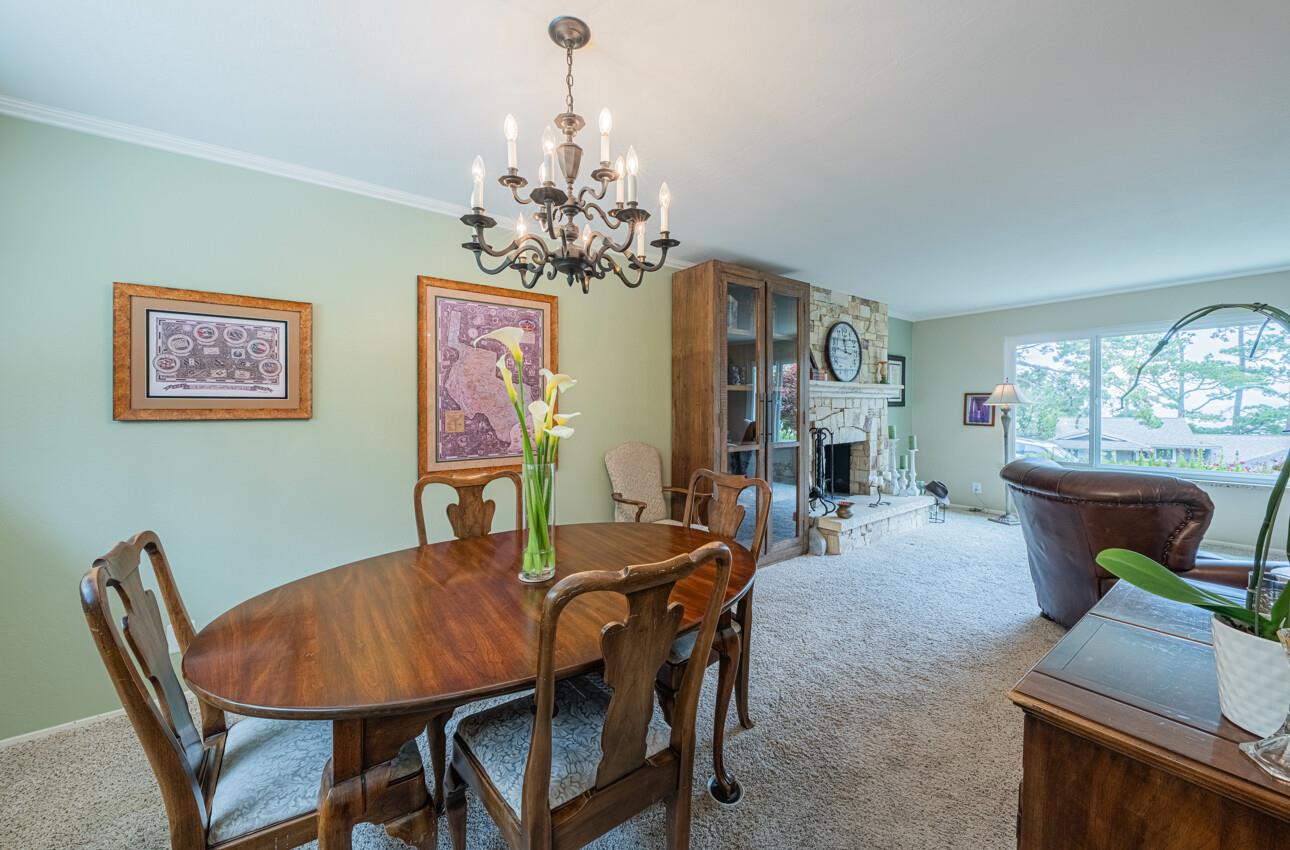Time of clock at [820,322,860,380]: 11:46
